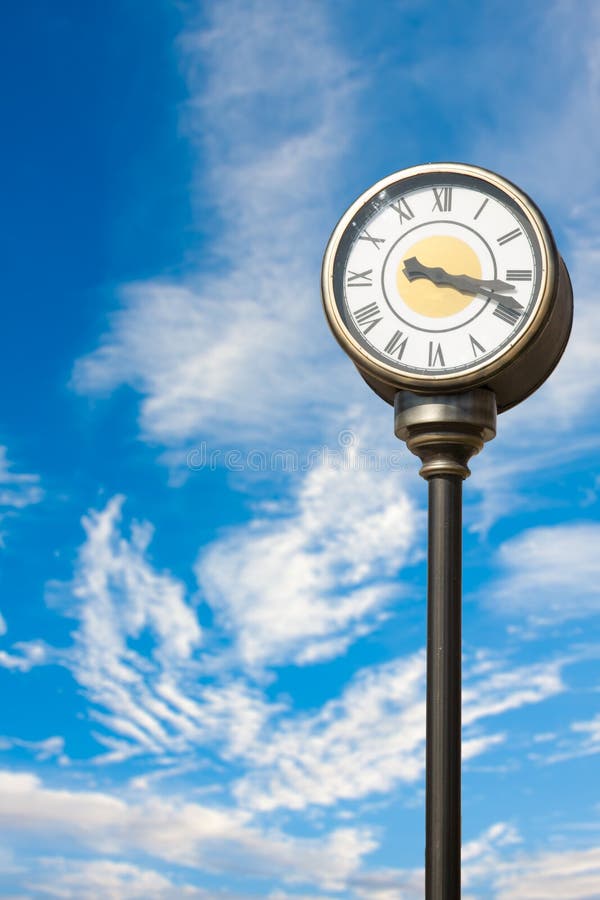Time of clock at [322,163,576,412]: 3:18
